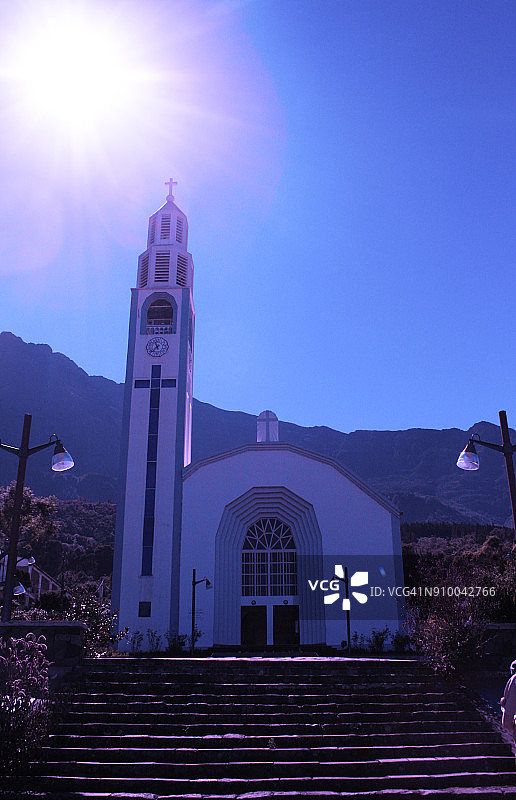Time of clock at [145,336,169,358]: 11:37
